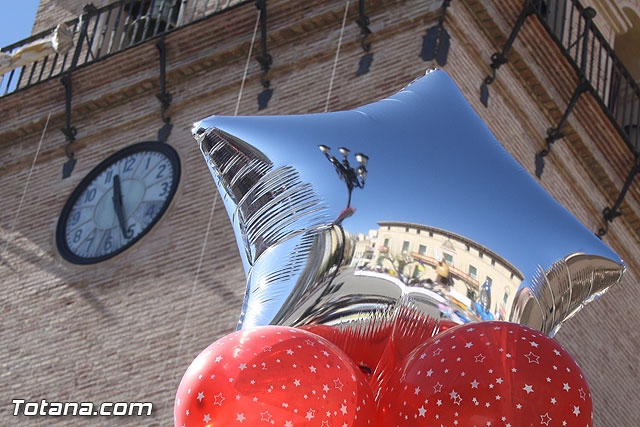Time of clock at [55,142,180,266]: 11:26
